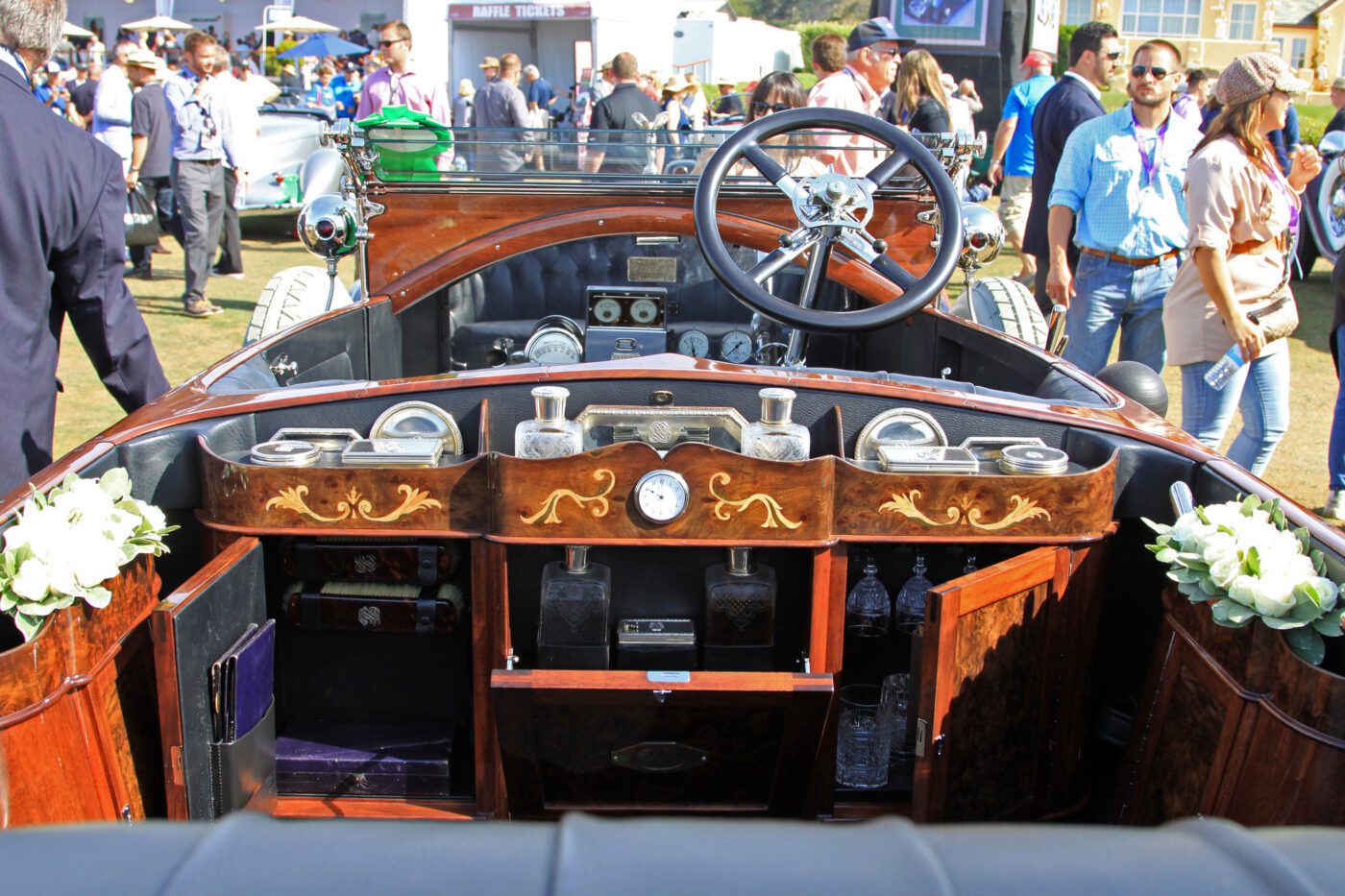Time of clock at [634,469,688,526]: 10:00
